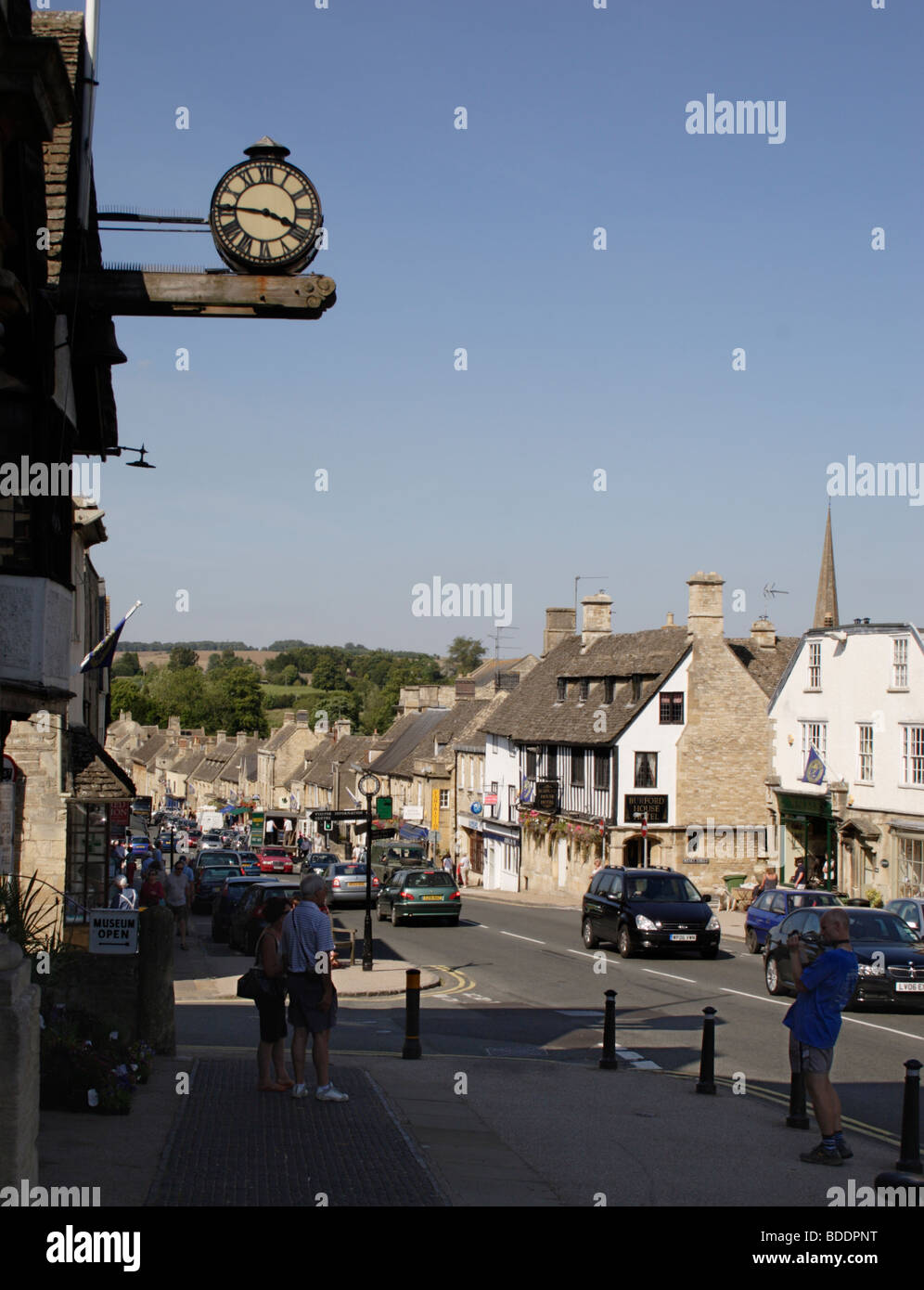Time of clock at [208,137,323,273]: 3:45
